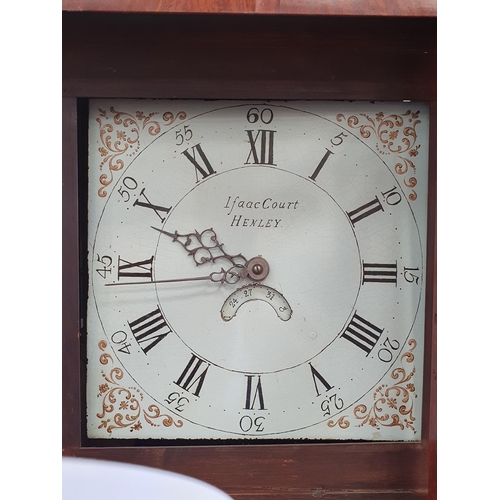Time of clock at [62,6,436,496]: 9:43
